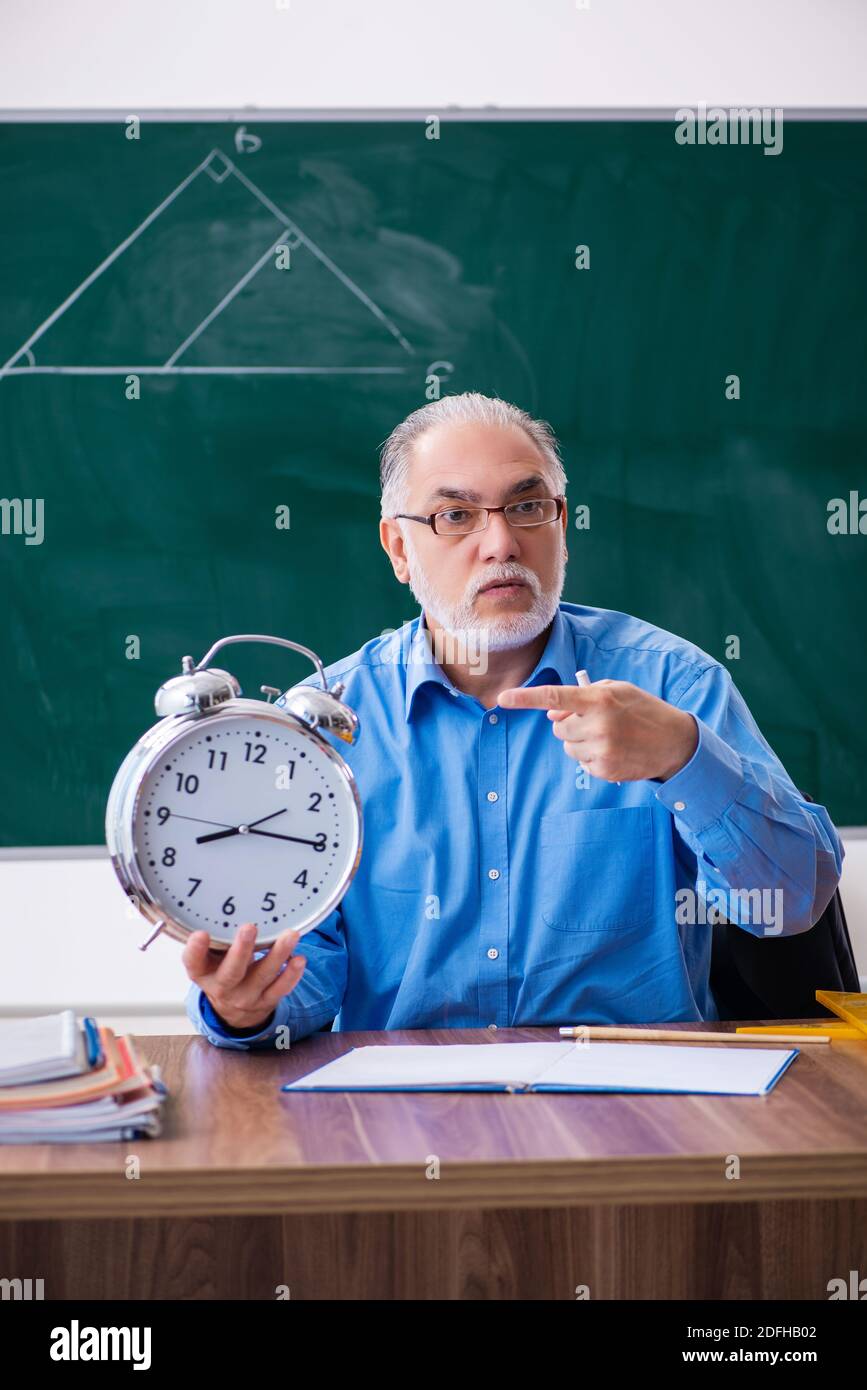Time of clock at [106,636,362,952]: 8:15
